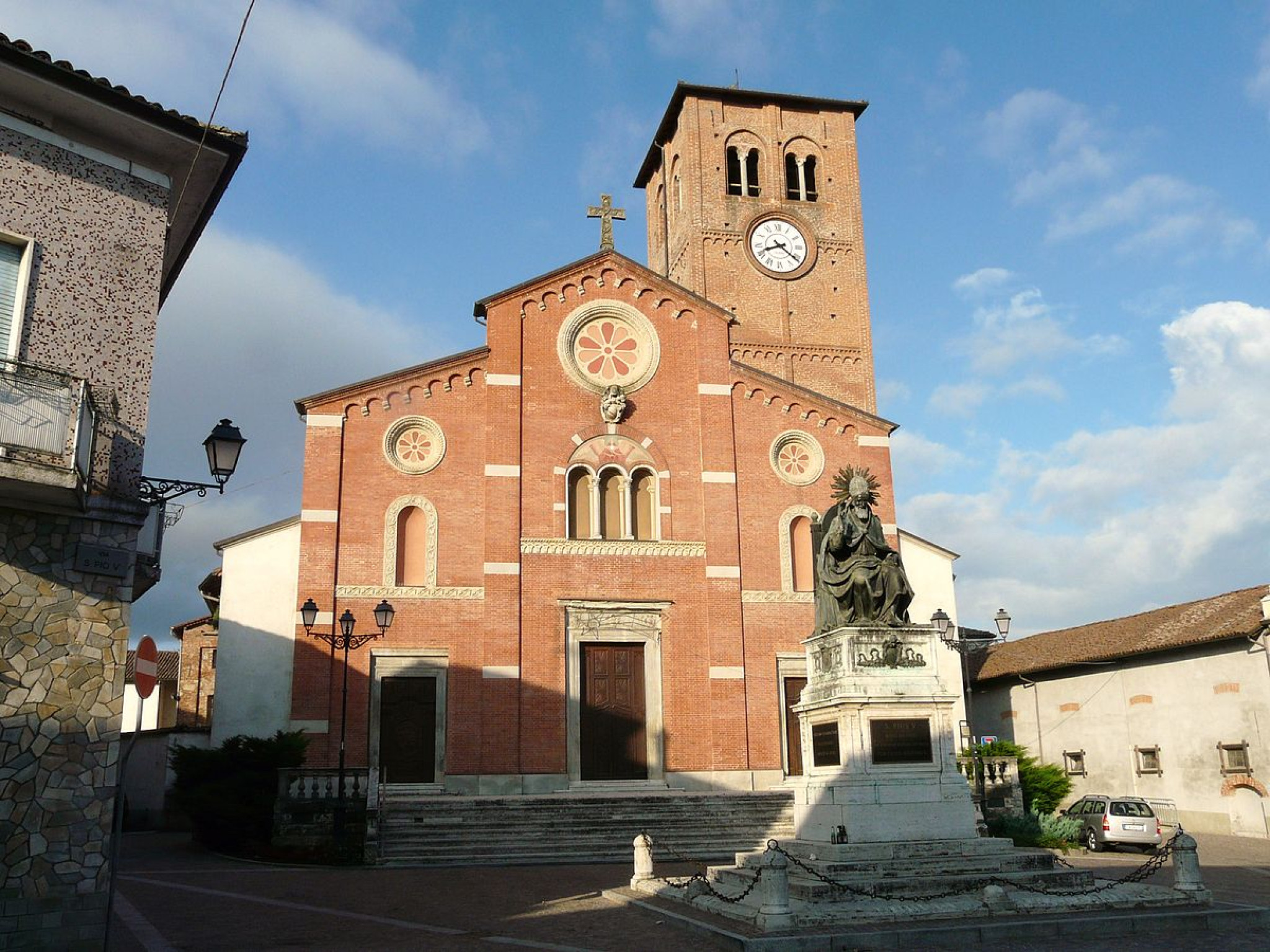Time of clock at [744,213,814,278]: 8:21
